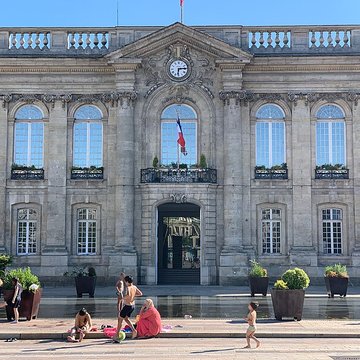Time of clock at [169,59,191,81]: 6:14
